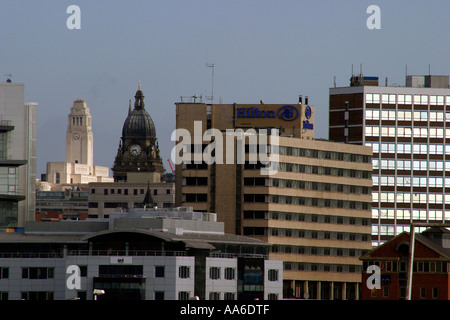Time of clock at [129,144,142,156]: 8:25
